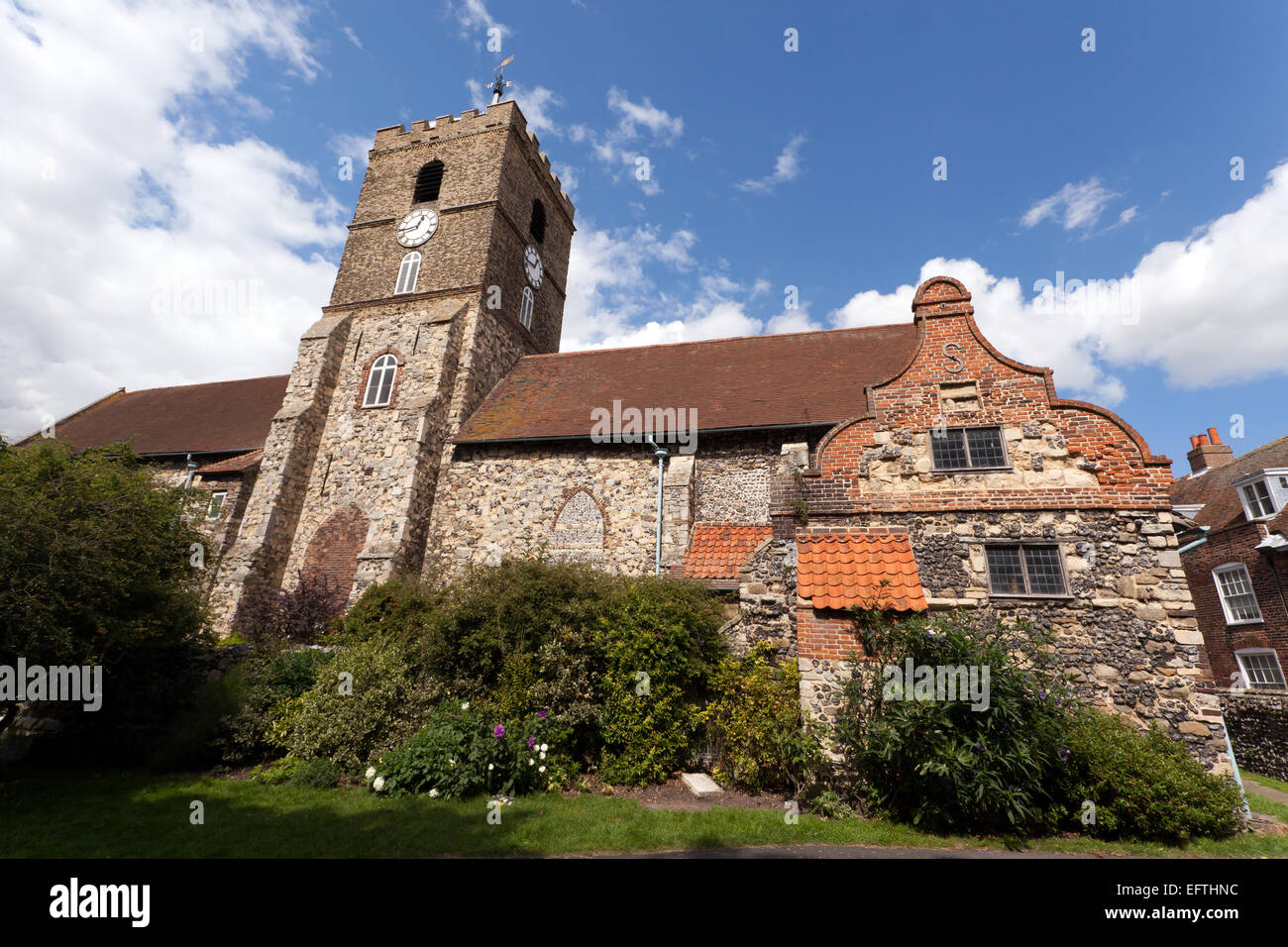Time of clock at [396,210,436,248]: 12:43
